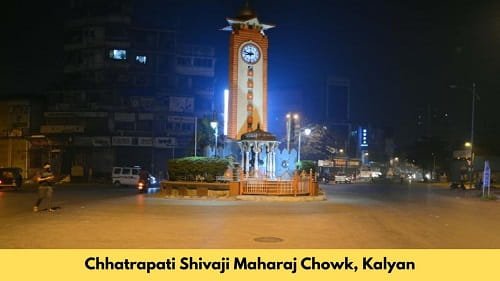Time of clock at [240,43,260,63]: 8:47
